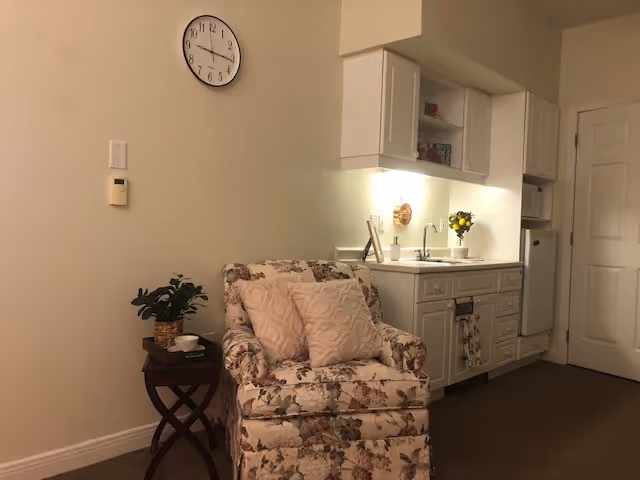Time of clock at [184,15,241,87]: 9:15
